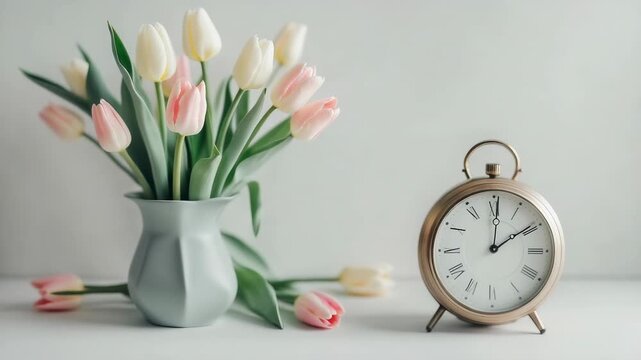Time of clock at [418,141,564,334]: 12:09
